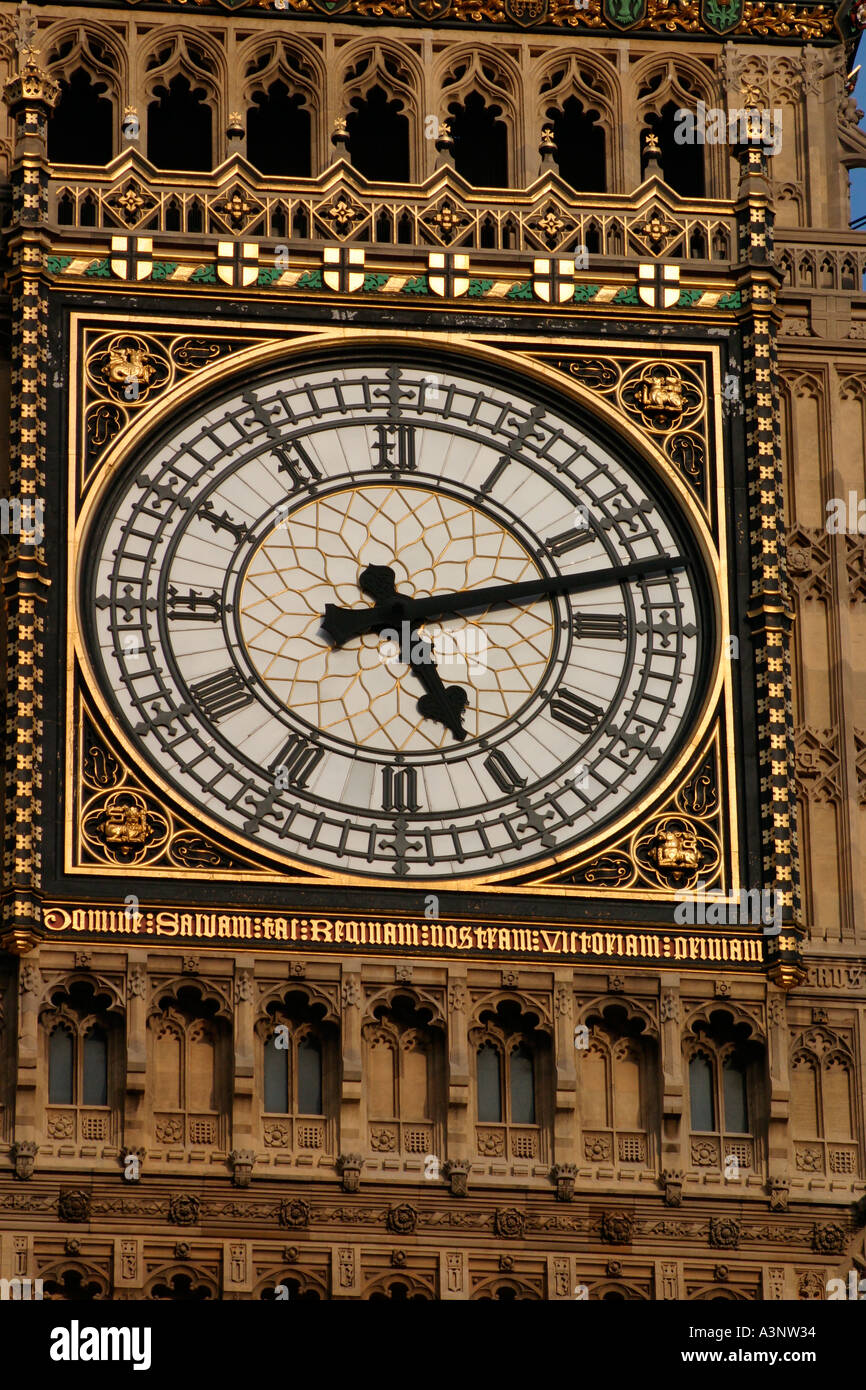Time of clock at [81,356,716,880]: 5:12
